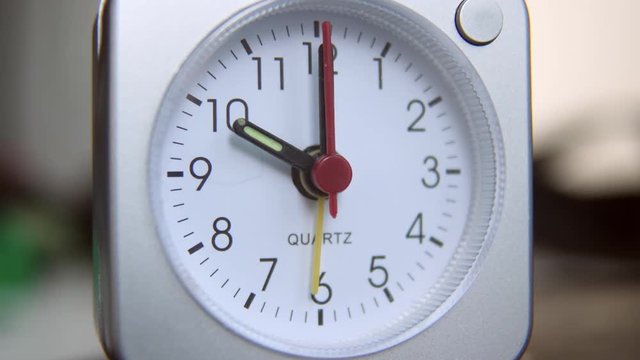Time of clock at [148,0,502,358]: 10:00
